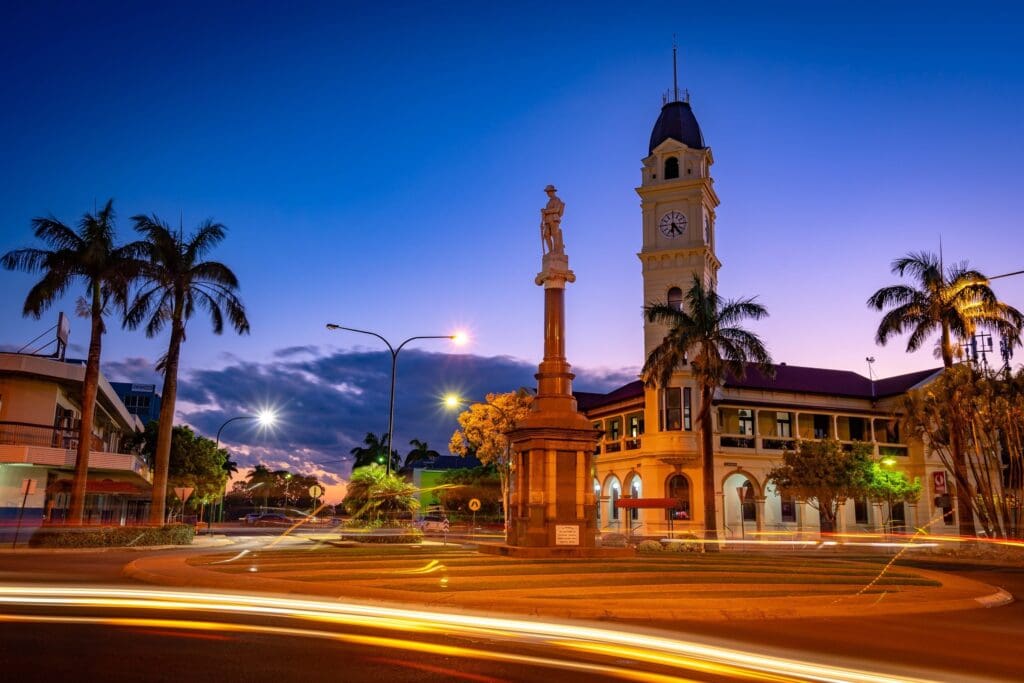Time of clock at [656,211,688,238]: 6:23
